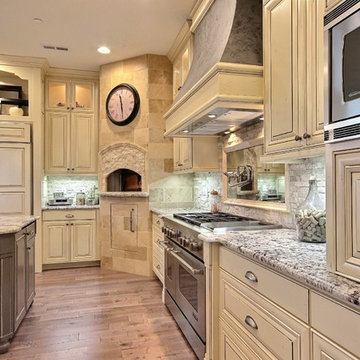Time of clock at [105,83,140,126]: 11:28
